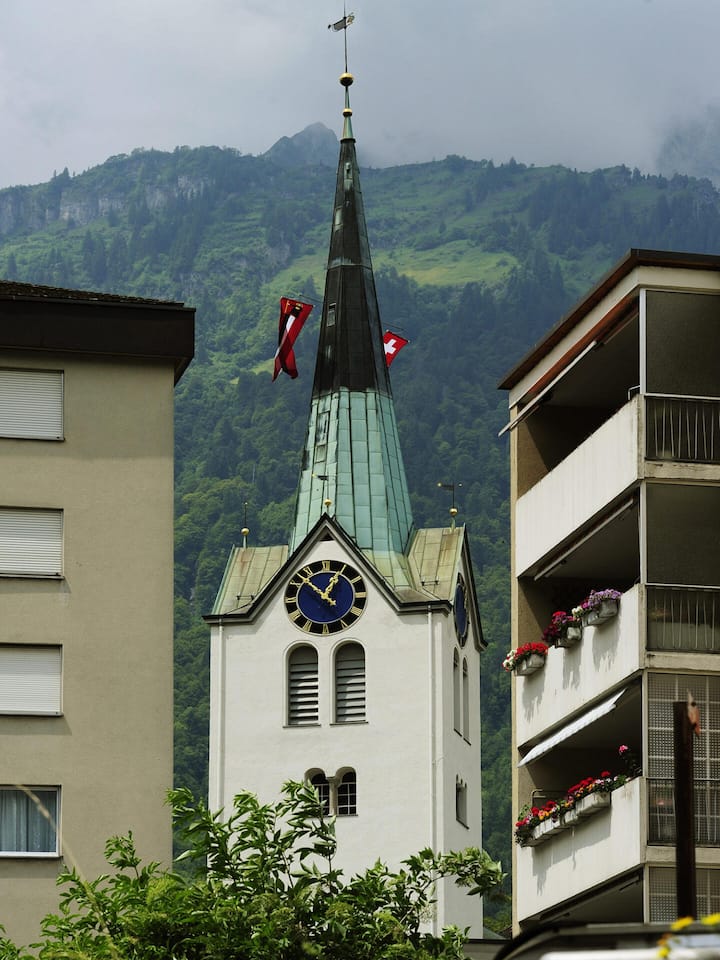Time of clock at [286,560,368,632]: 12:52
